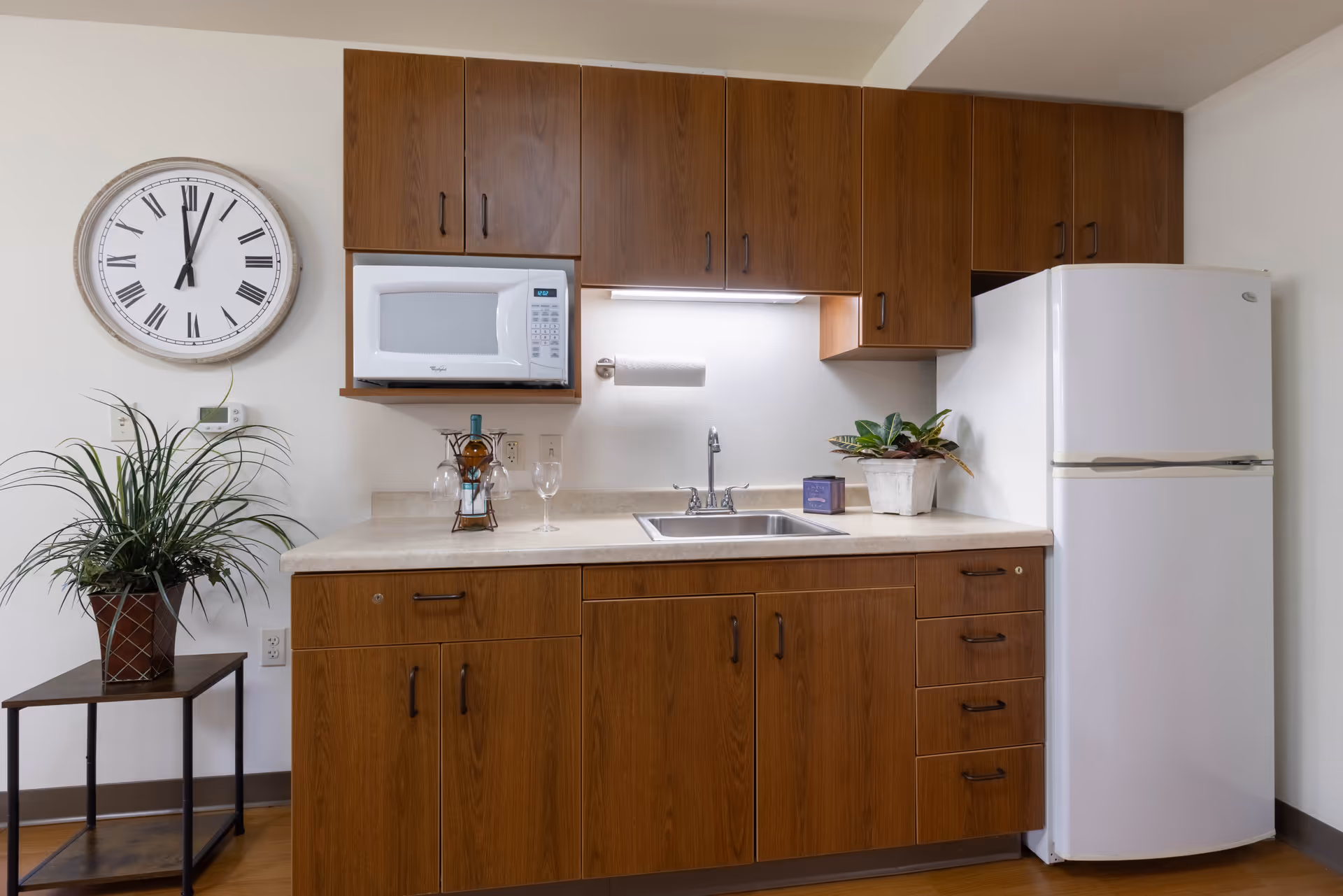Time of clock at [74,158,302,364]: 12:02
